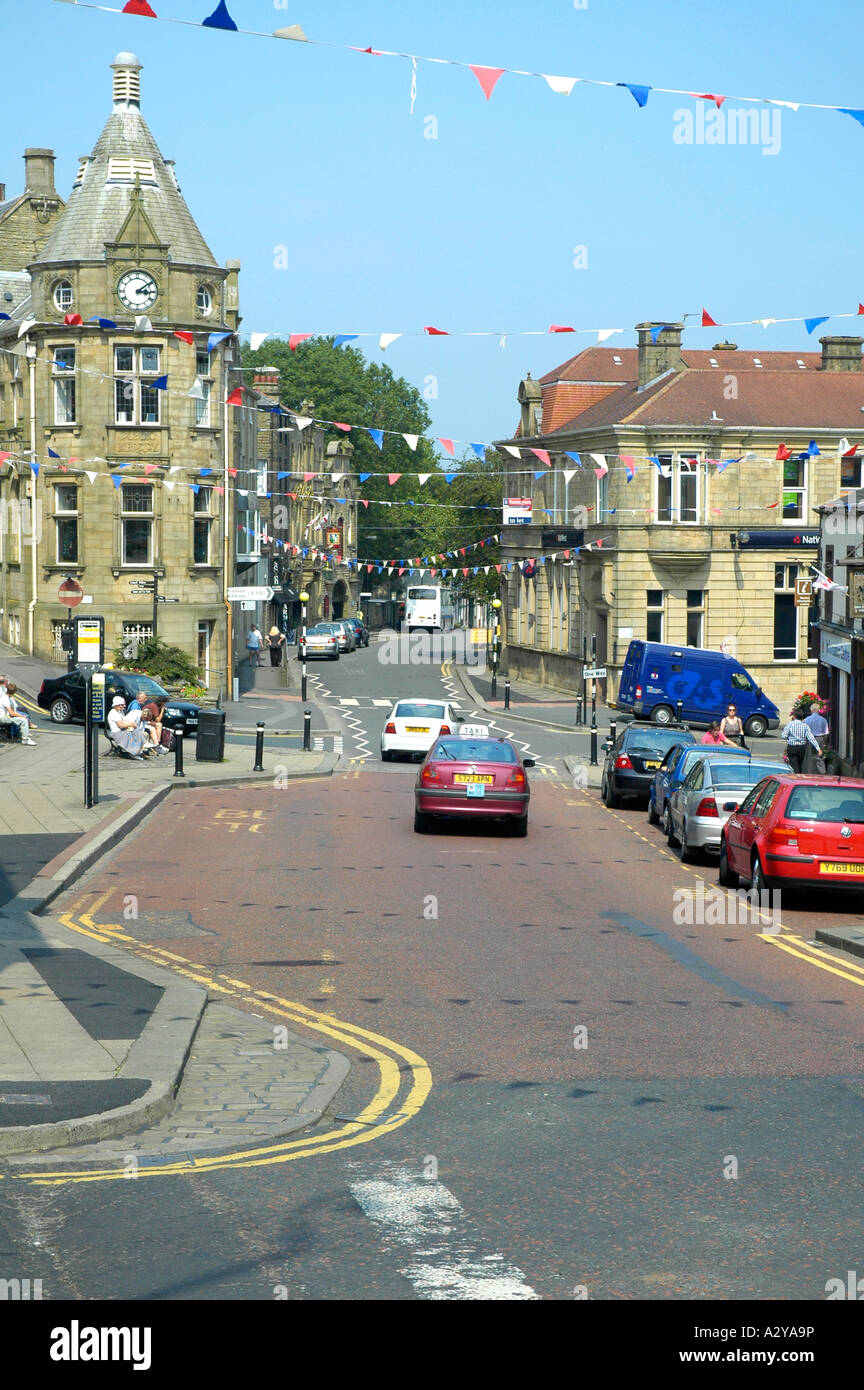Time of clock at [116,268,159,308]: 3:09
